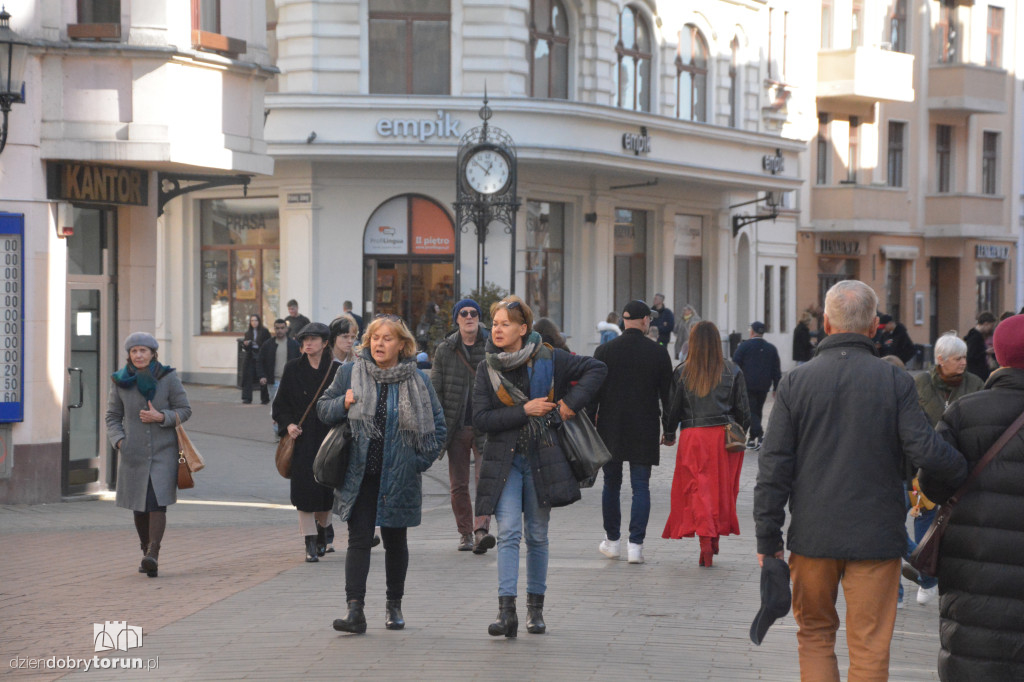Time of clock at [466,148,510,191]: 12:51
